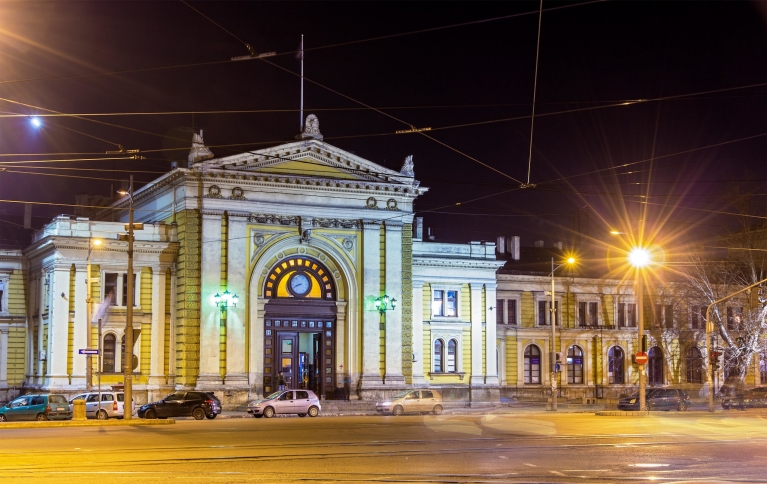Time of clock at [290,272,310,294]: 8:41
